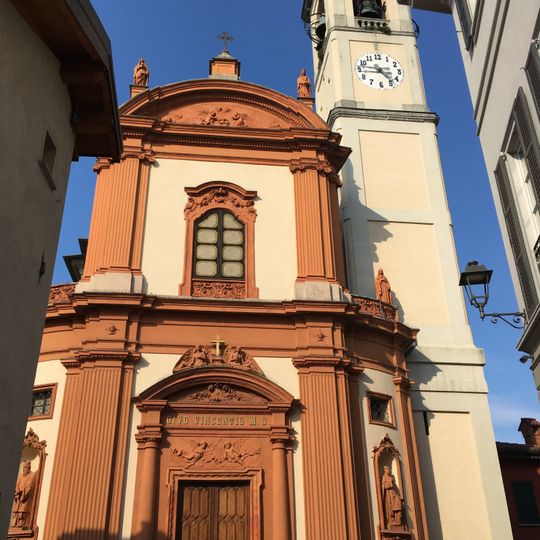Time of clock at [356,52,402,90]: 4:46
